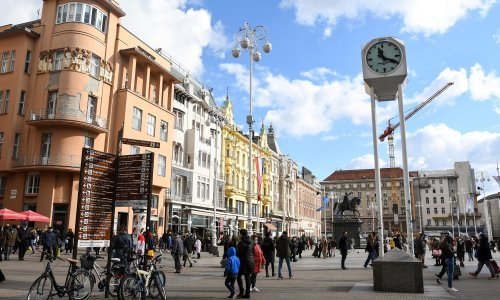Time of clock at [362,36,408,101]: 11:19
